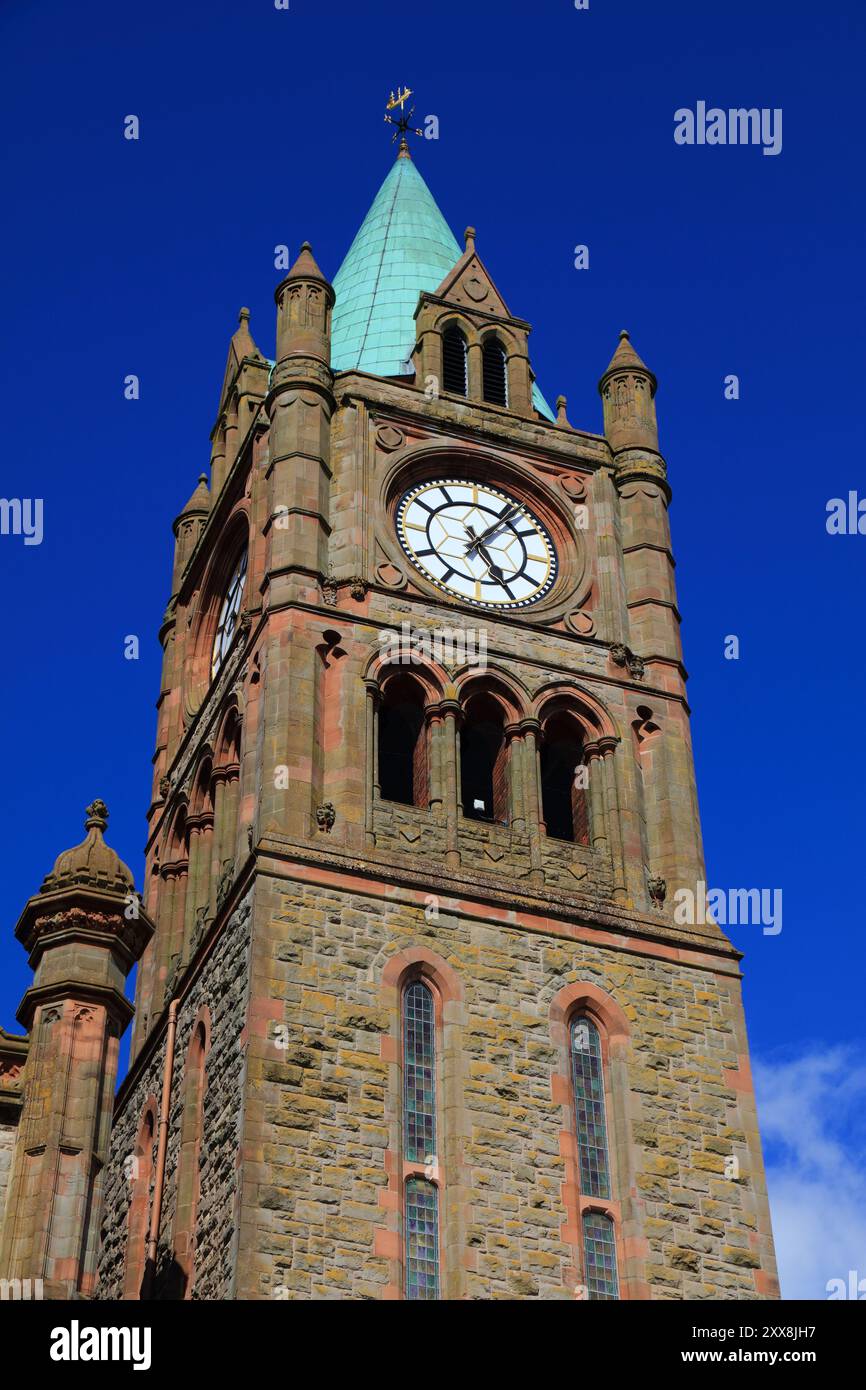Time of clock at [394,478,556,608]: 5:06
